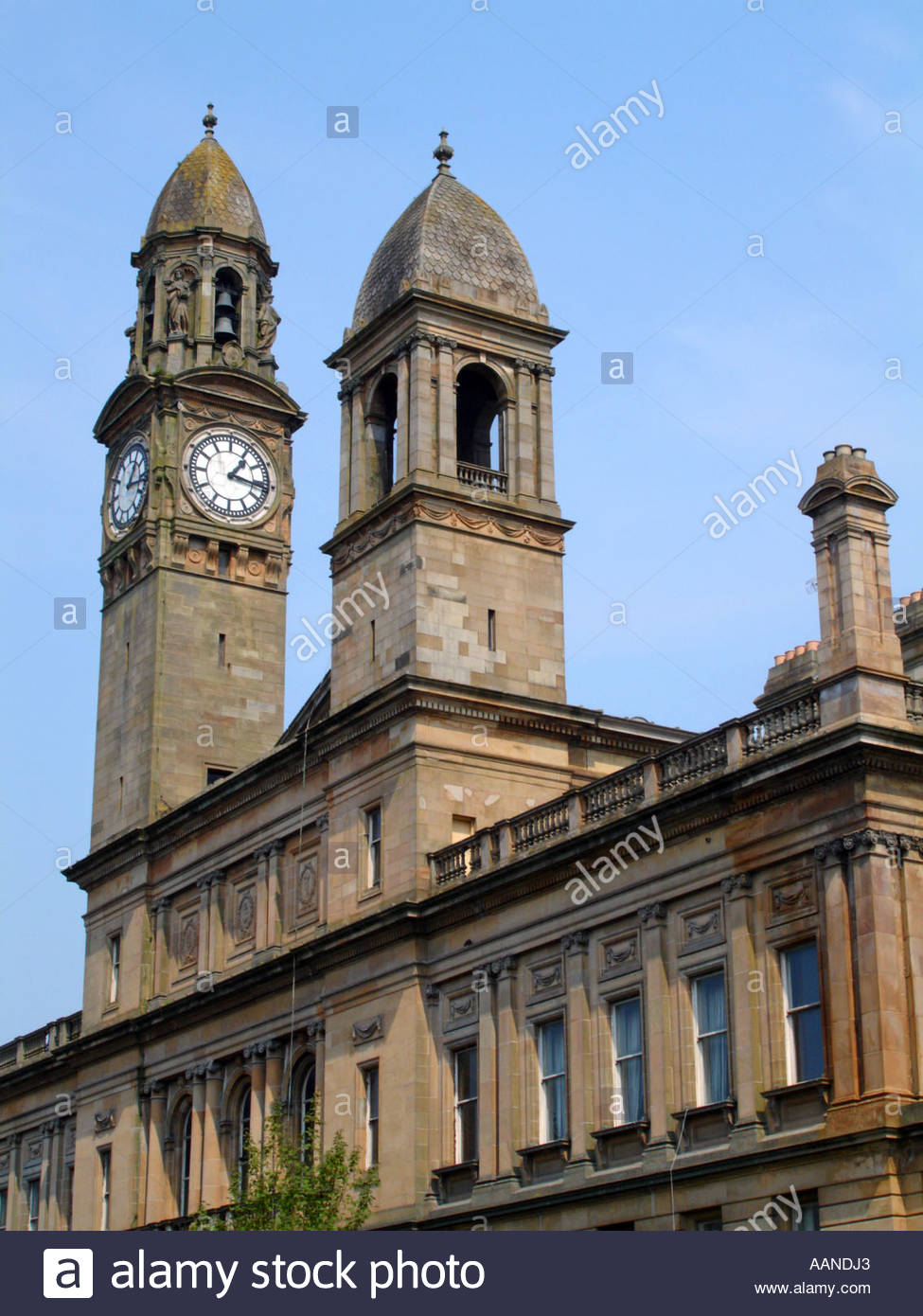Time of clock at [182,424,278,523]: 1:16
